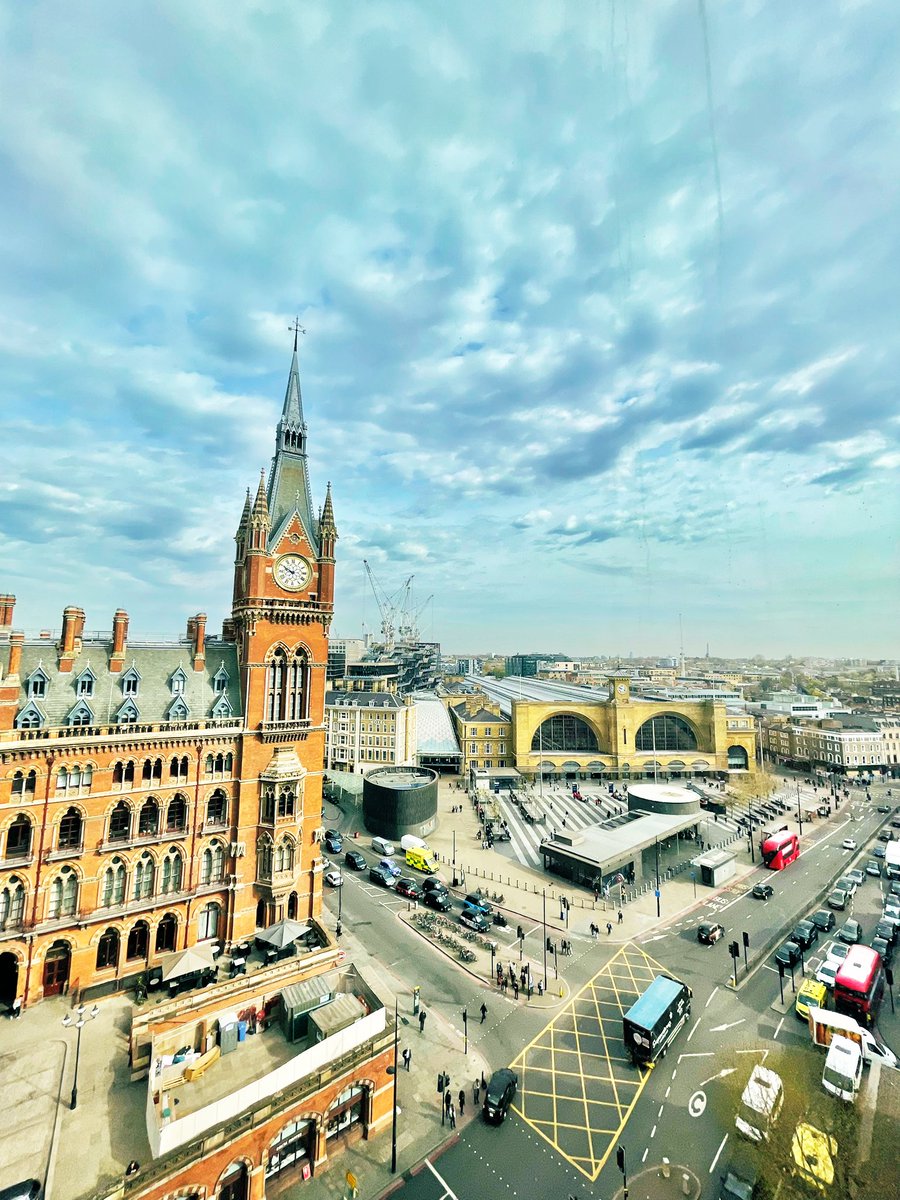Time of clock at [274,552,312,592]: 9:50
